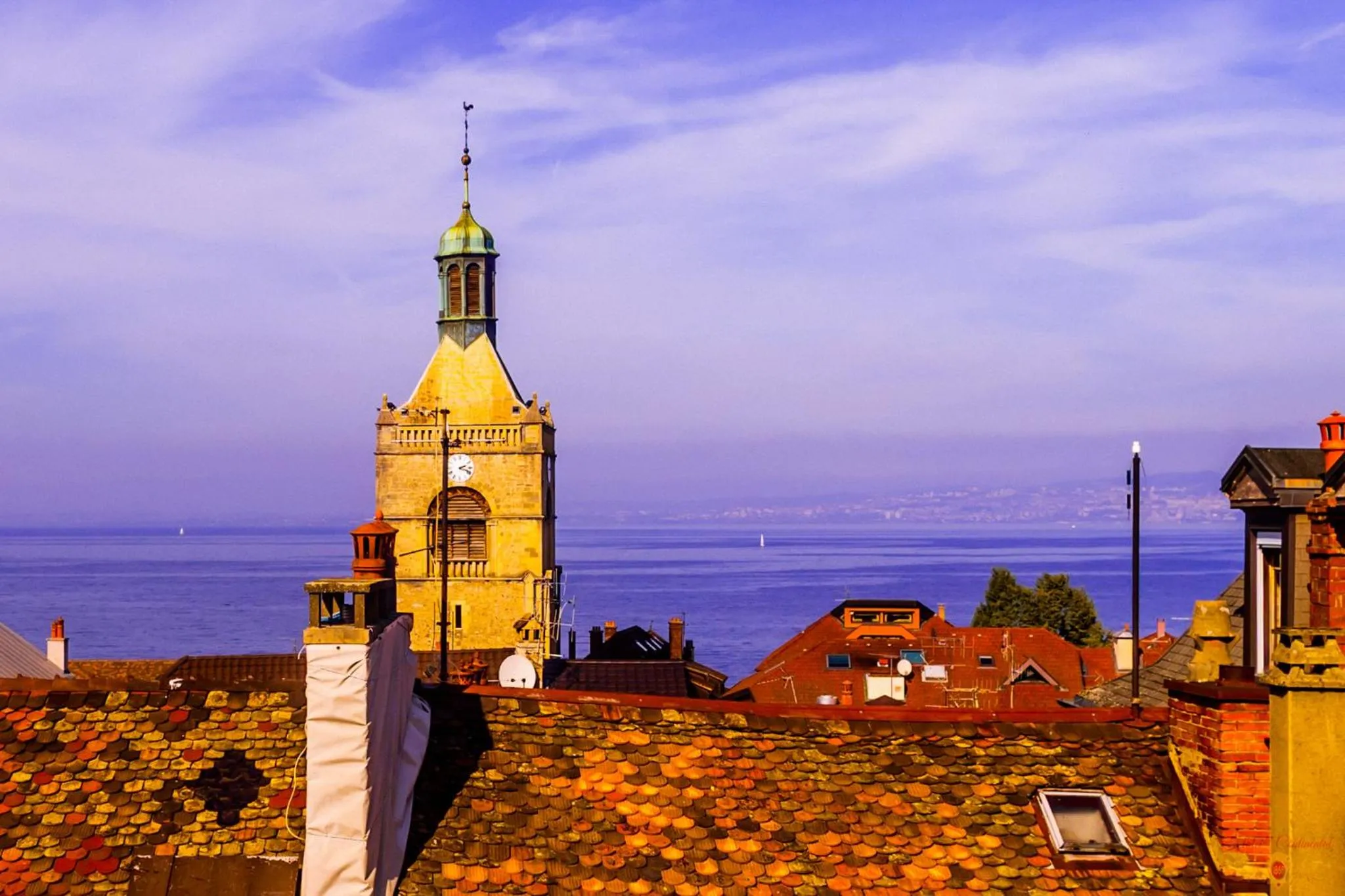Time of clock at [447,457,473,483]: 2:18
